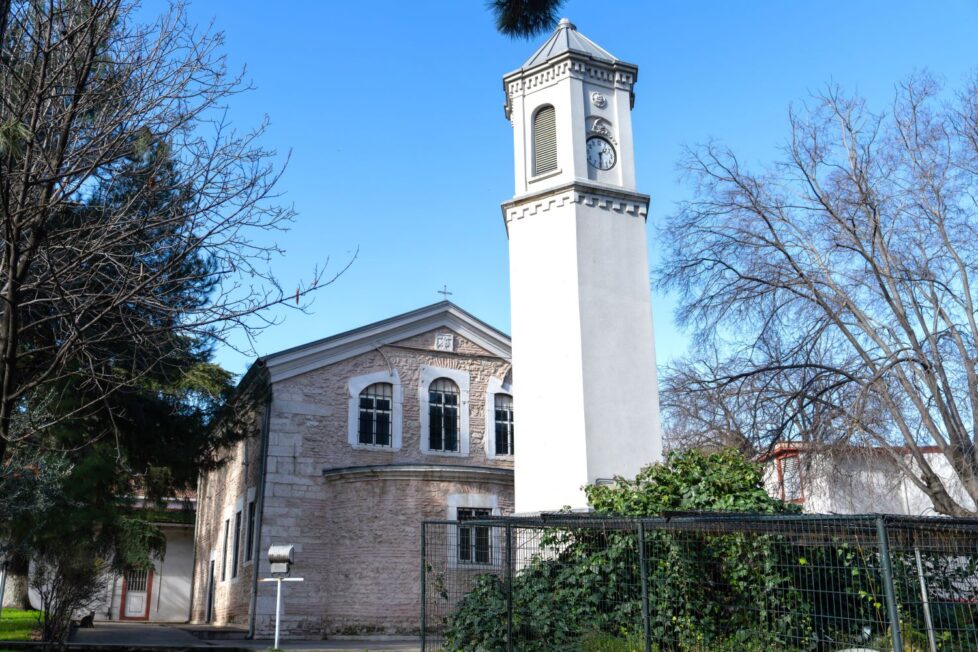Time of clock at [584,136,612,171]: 1:30
